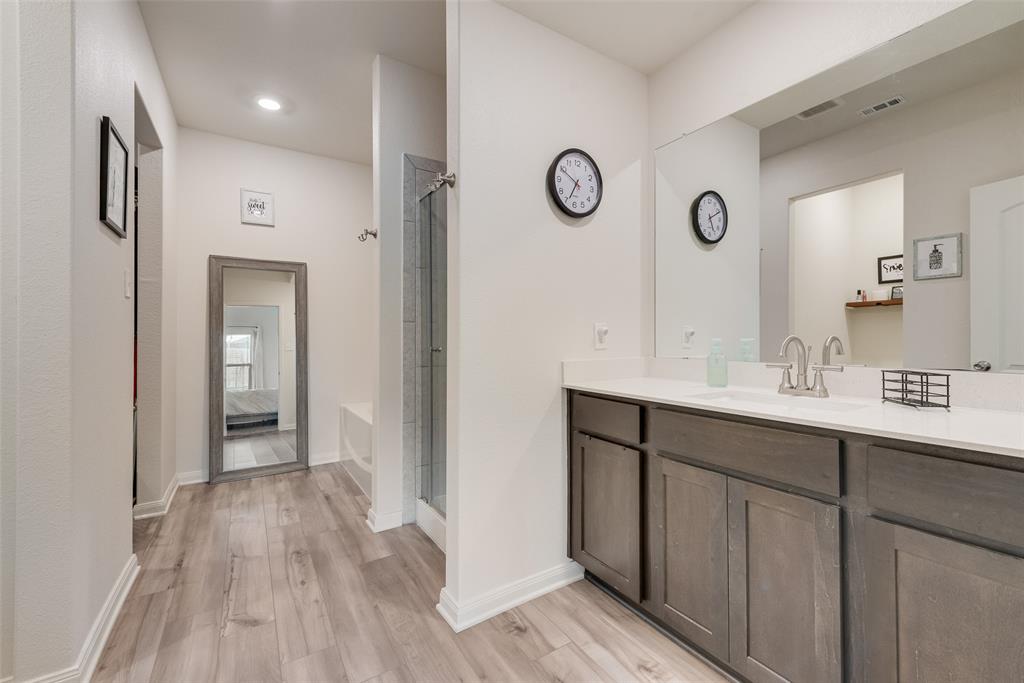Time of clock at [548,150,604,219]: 6:49
